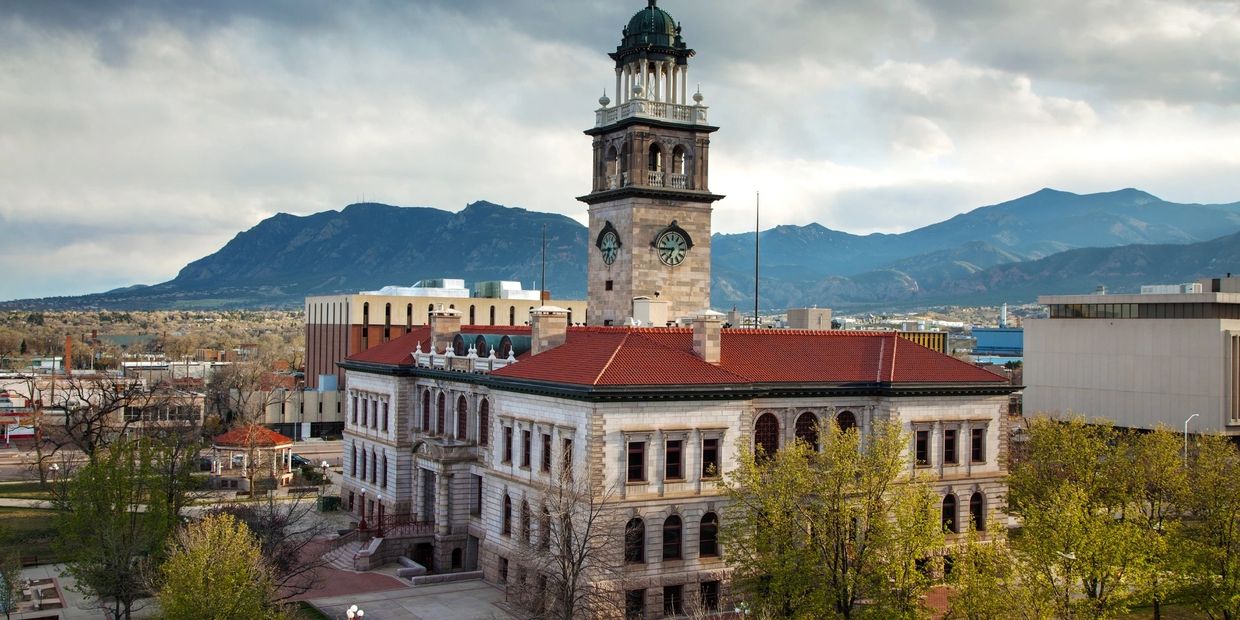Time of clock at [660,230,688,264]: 6:44
